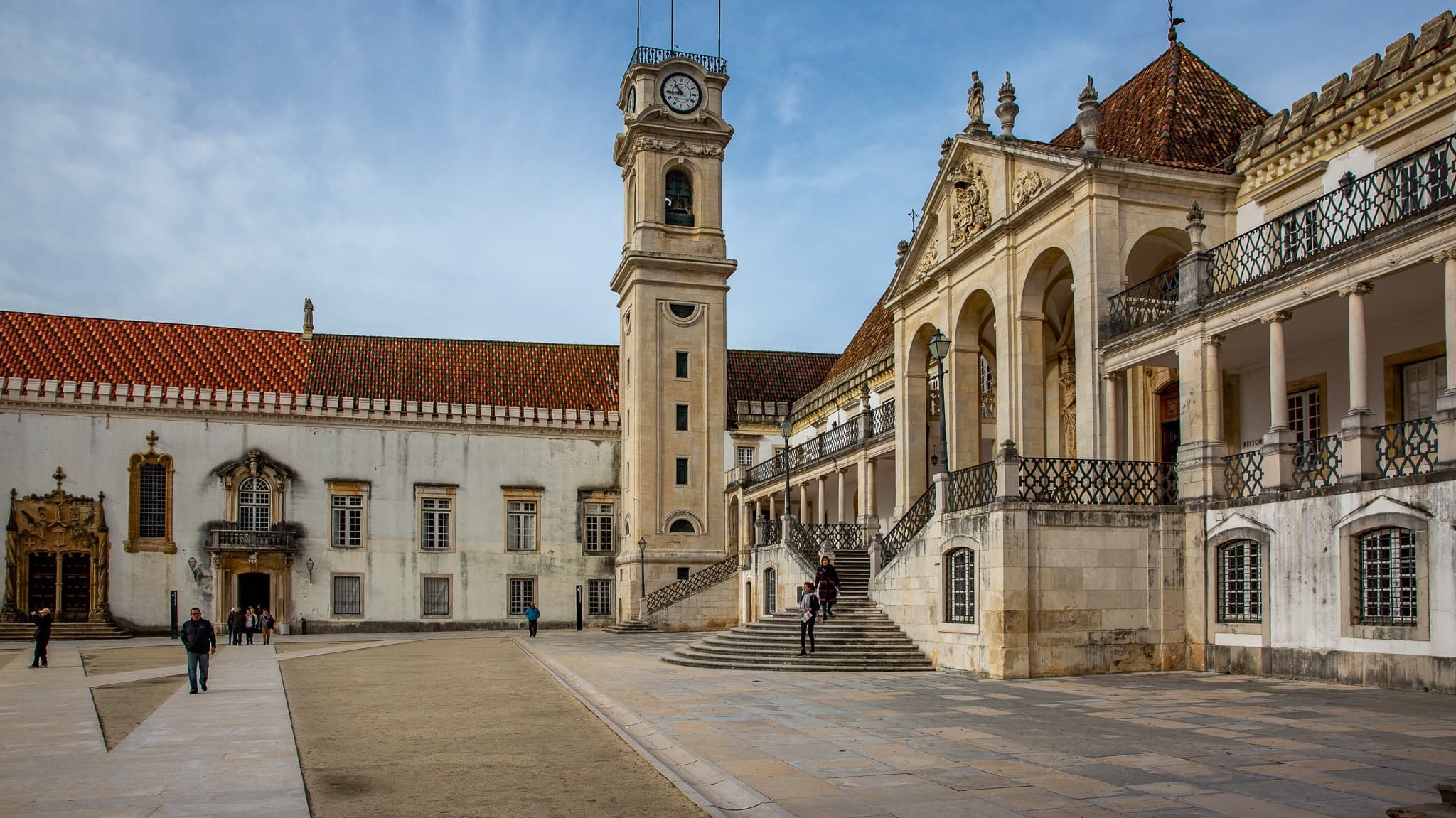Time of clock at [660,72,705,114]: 10:44
